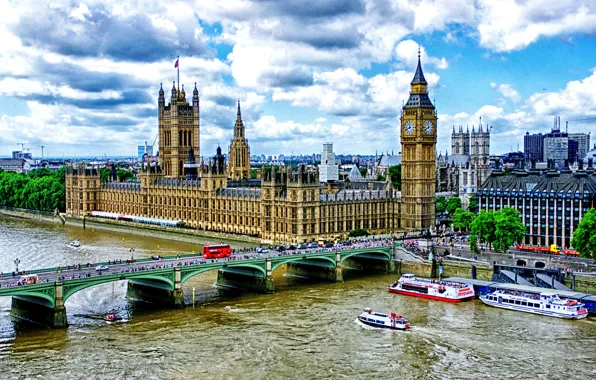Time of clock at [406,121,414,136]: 11:41
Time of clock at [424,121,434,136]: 11:40
